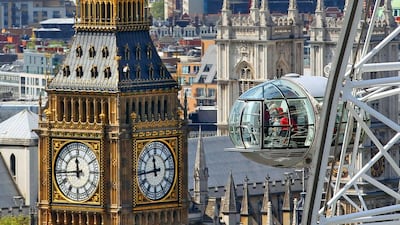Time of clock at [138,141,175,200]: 11:43
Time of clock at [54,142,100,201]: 11:44
